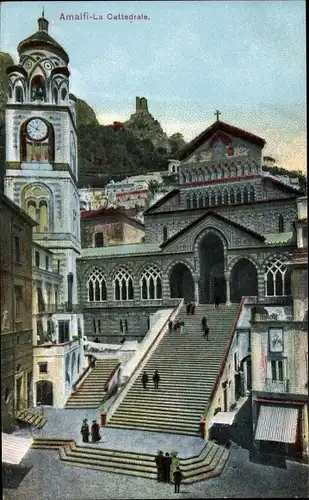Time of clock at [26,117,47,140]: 12:49
